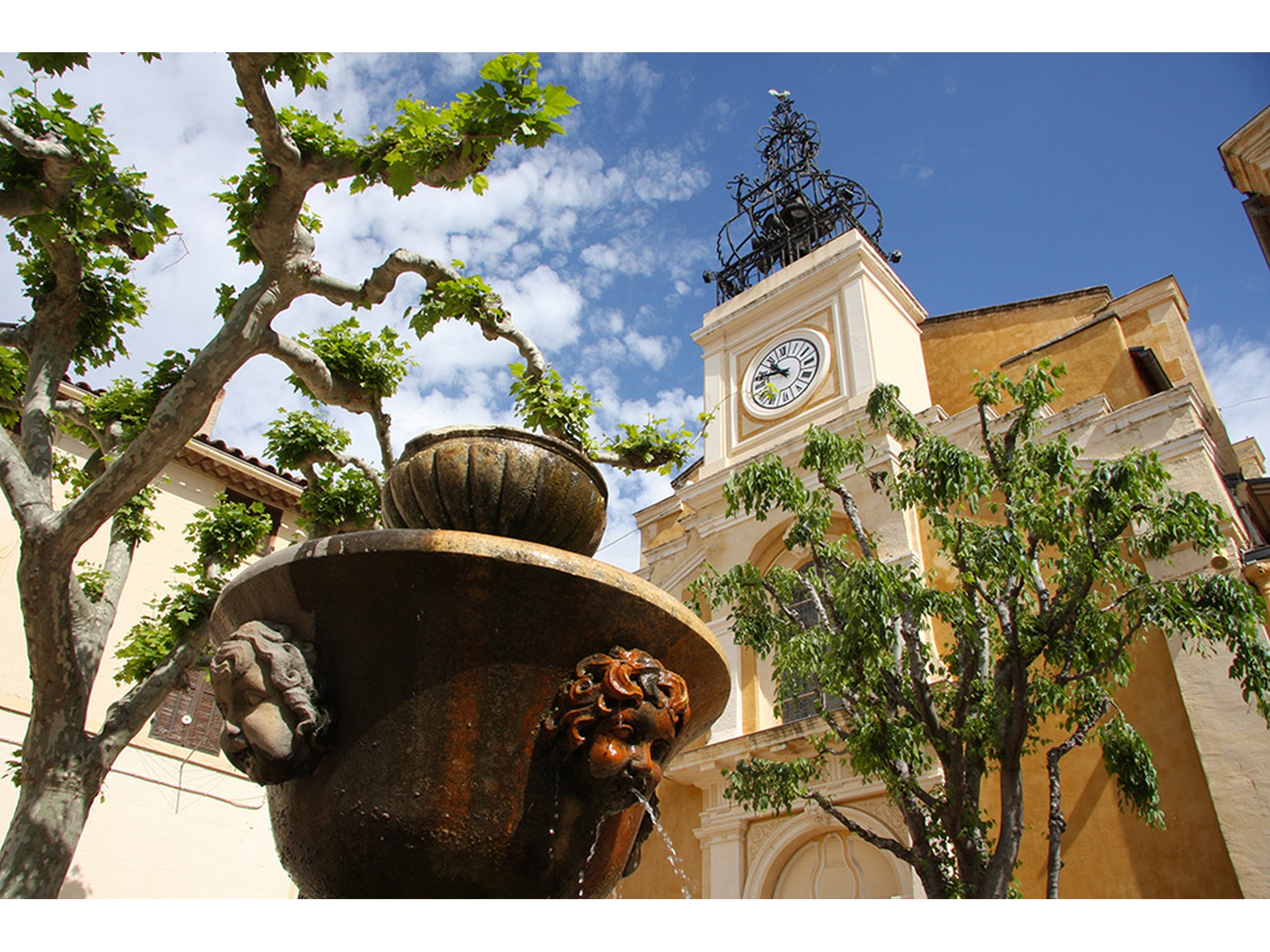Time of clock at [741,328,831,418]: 10:48
